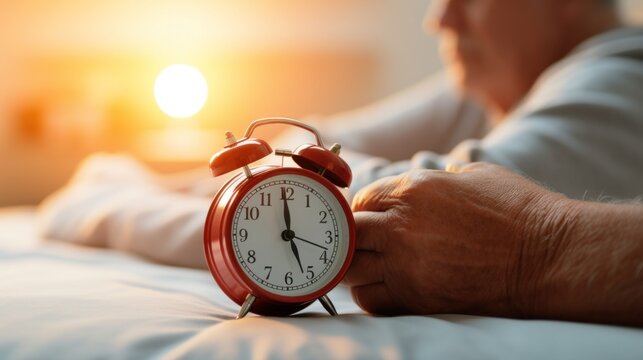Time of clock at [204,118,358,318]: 4:59
